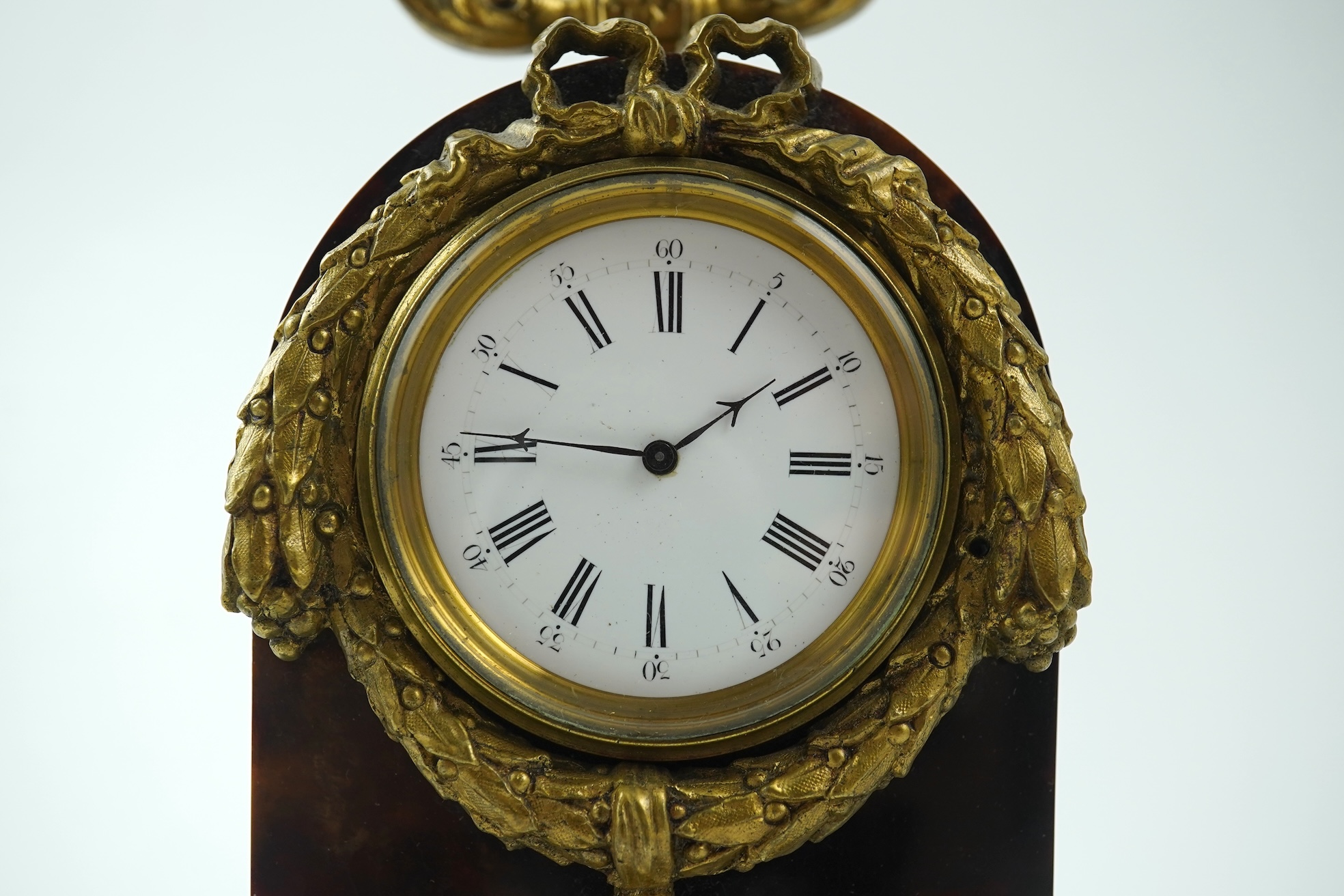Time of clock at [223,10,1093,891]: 9:09
